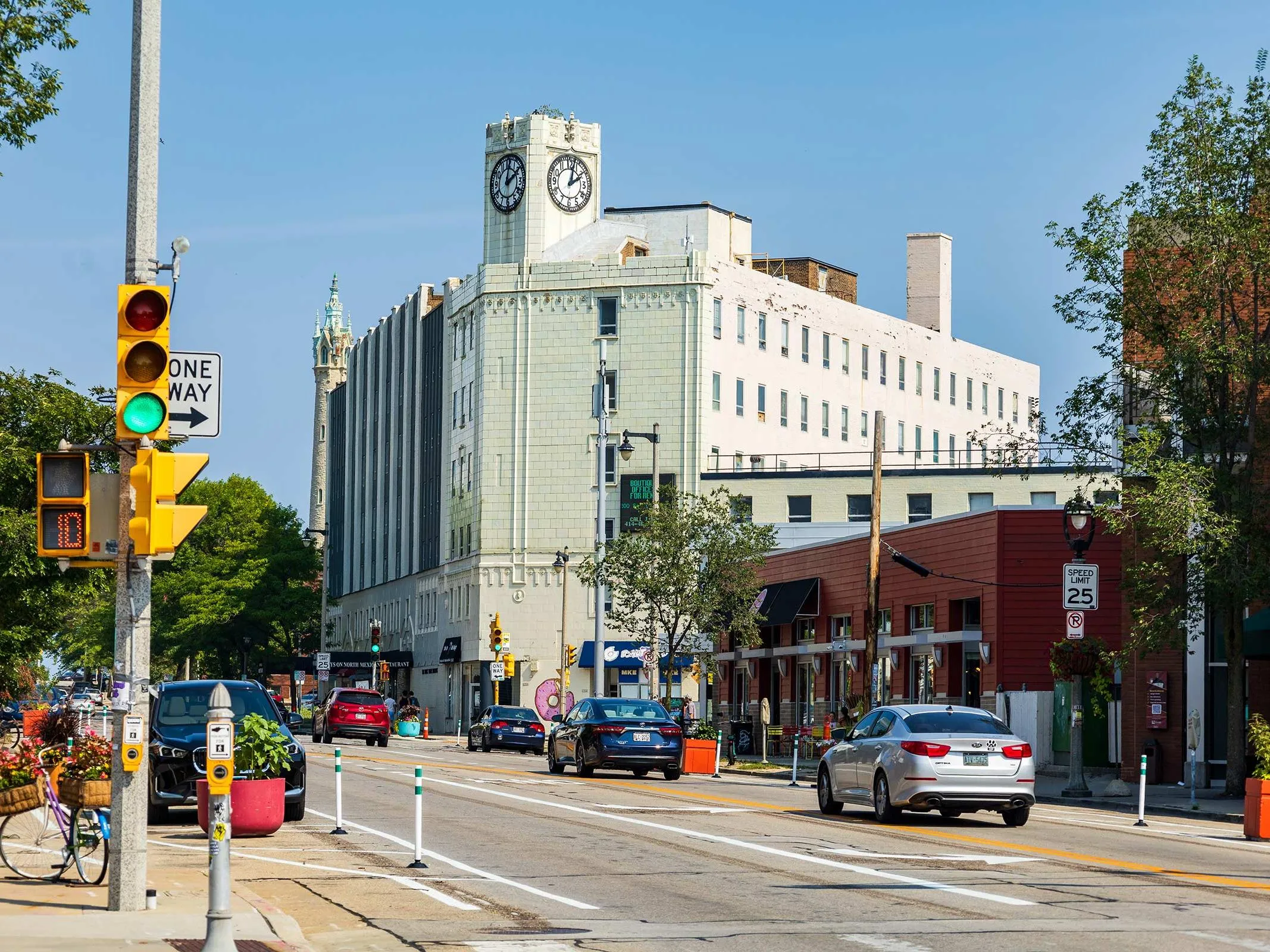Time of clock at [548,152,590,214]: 2:02
